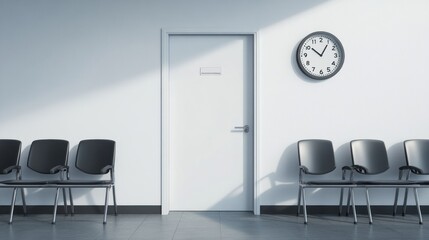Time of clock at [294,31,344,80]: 10:05
